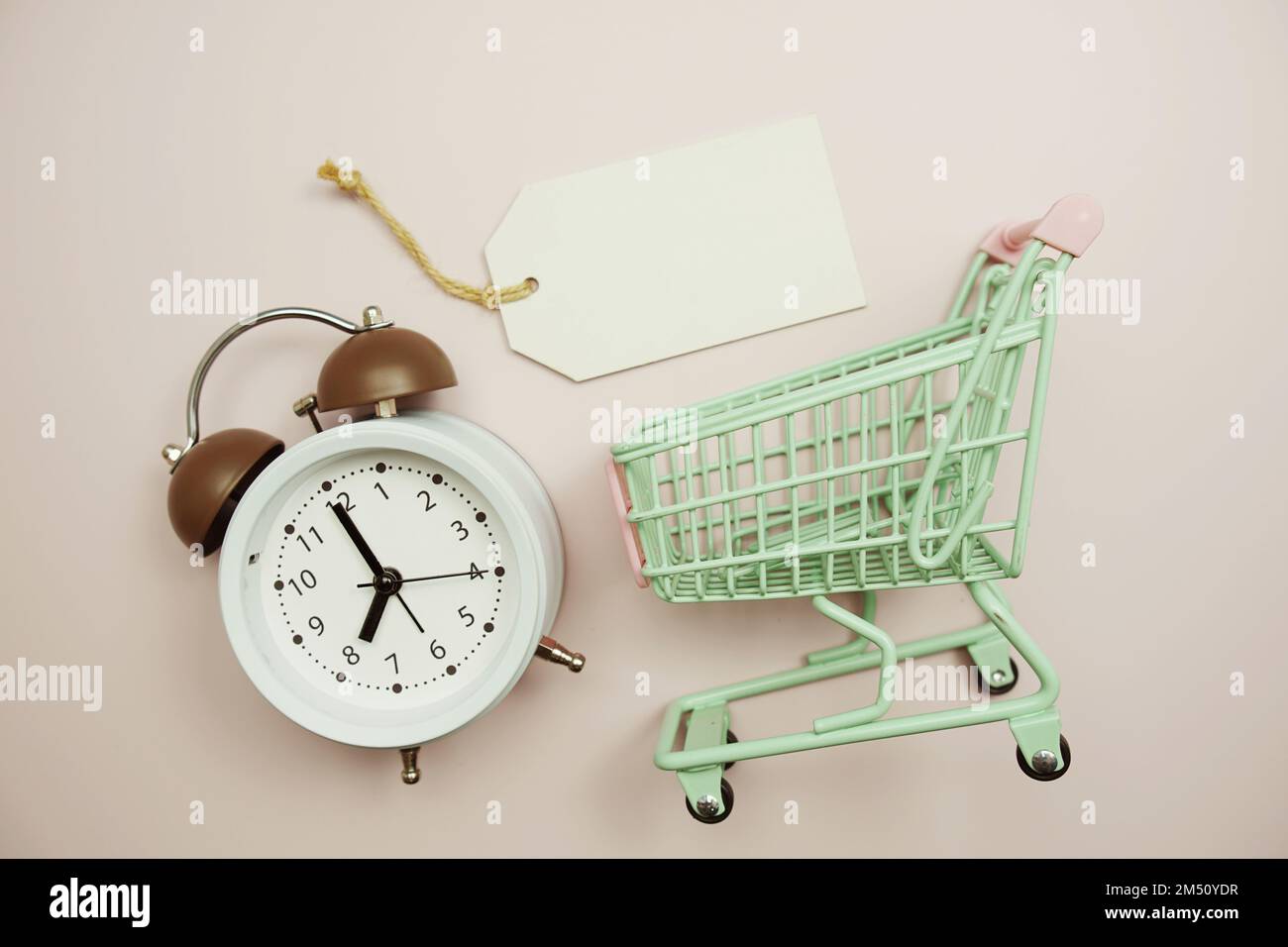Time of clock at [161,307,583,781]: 6:54
